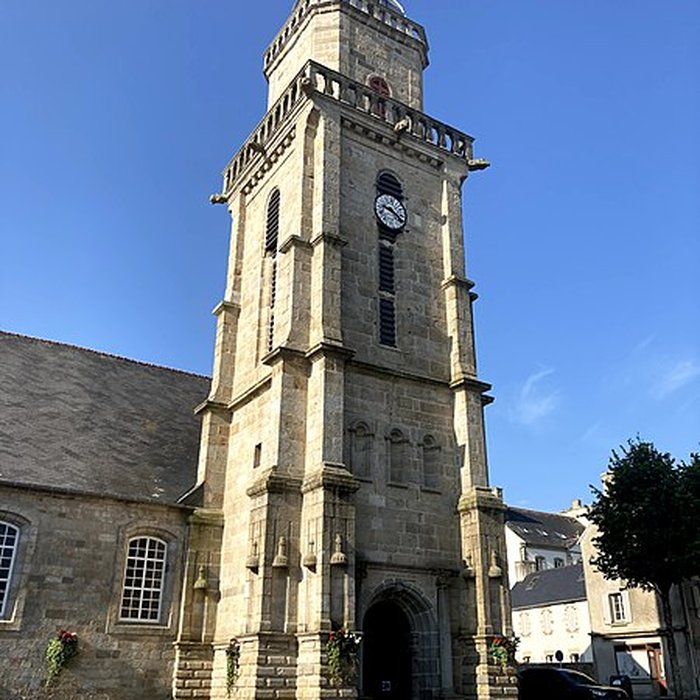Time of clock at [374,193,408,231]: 9:20
